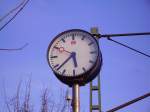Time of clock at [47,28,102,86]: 5:38
